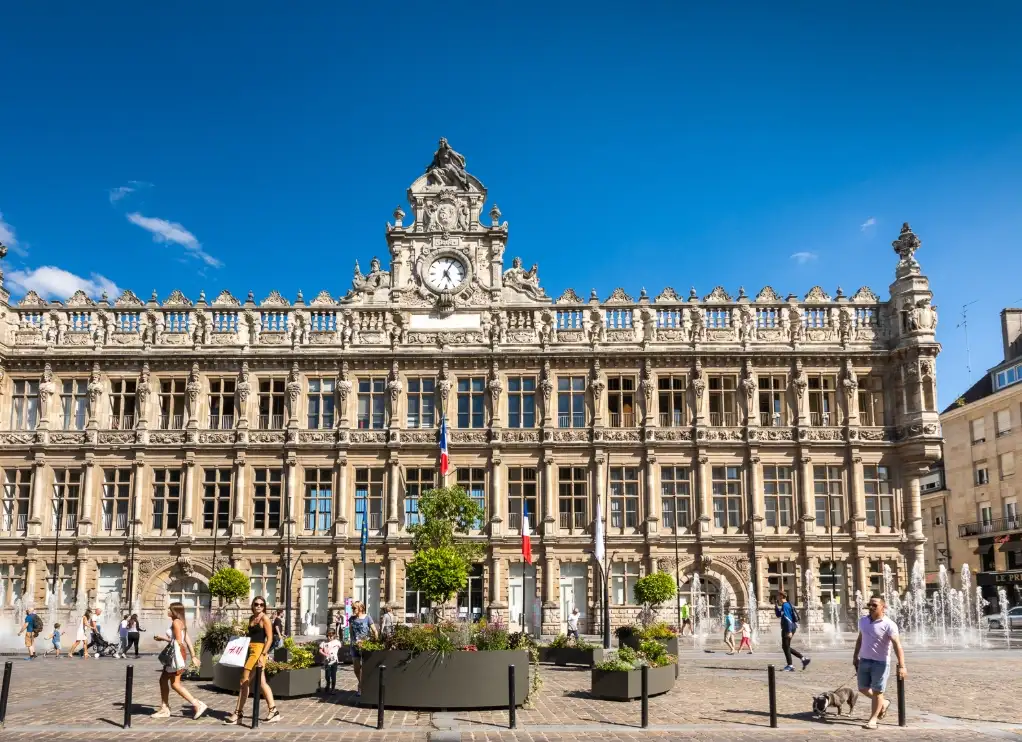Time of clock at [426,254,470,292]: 5:04
